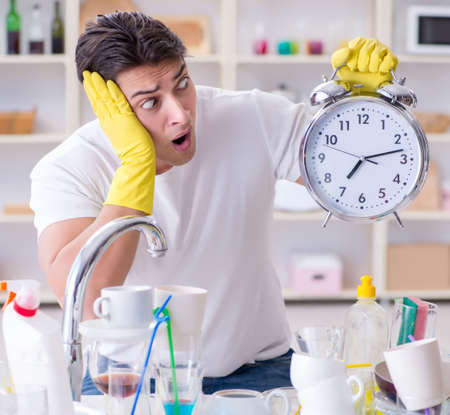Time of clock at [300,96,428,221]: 7:12
